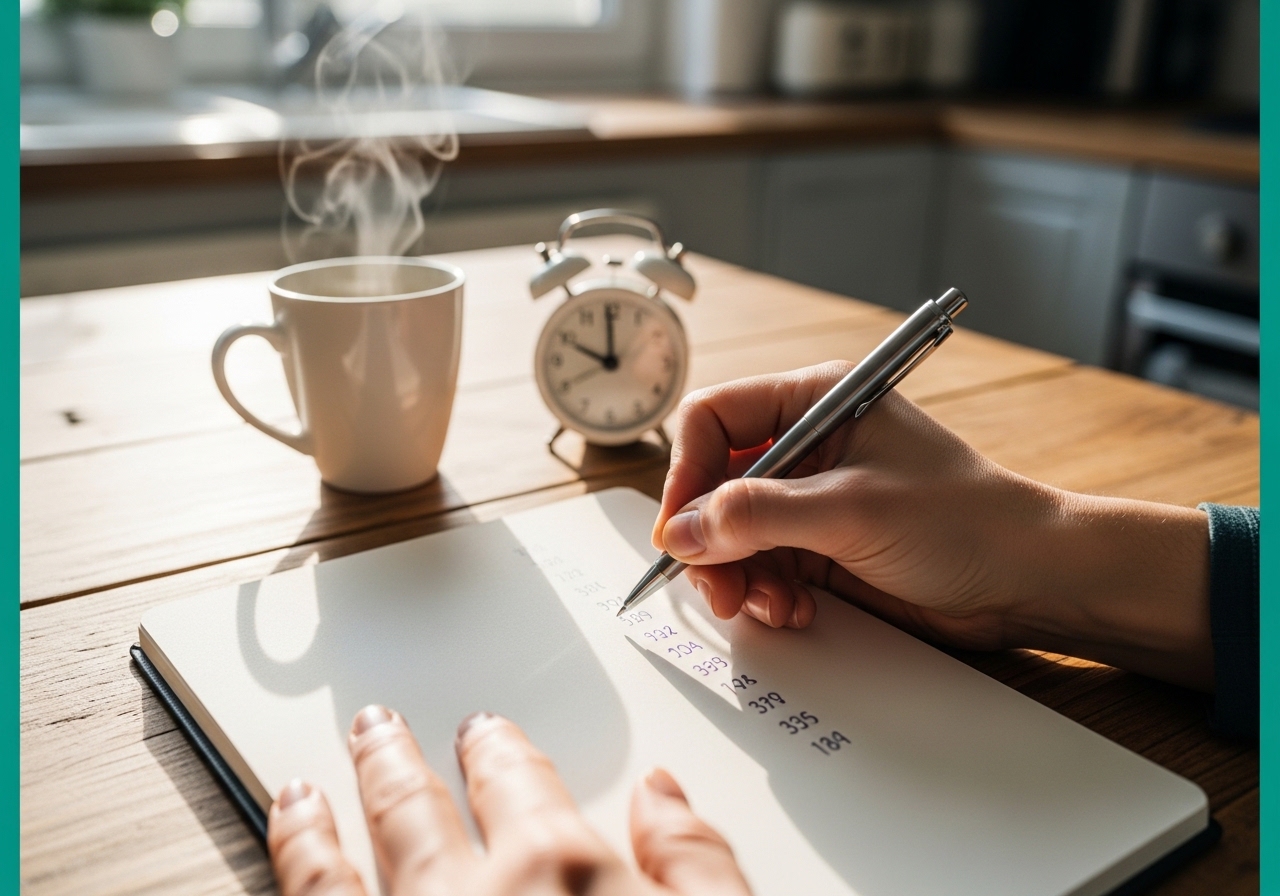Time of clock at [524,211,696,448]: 9:59
